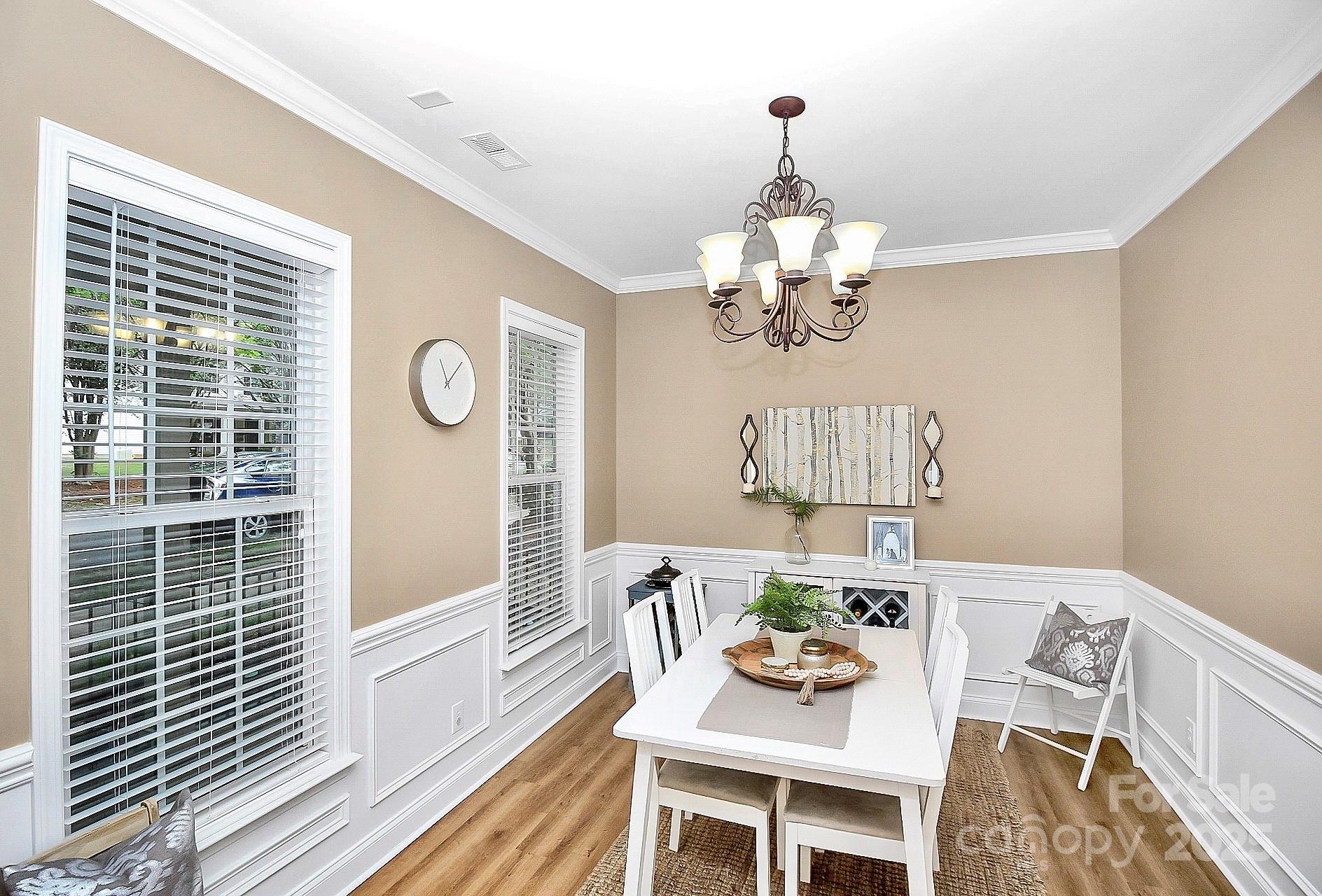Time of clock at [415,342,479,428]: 11:07
